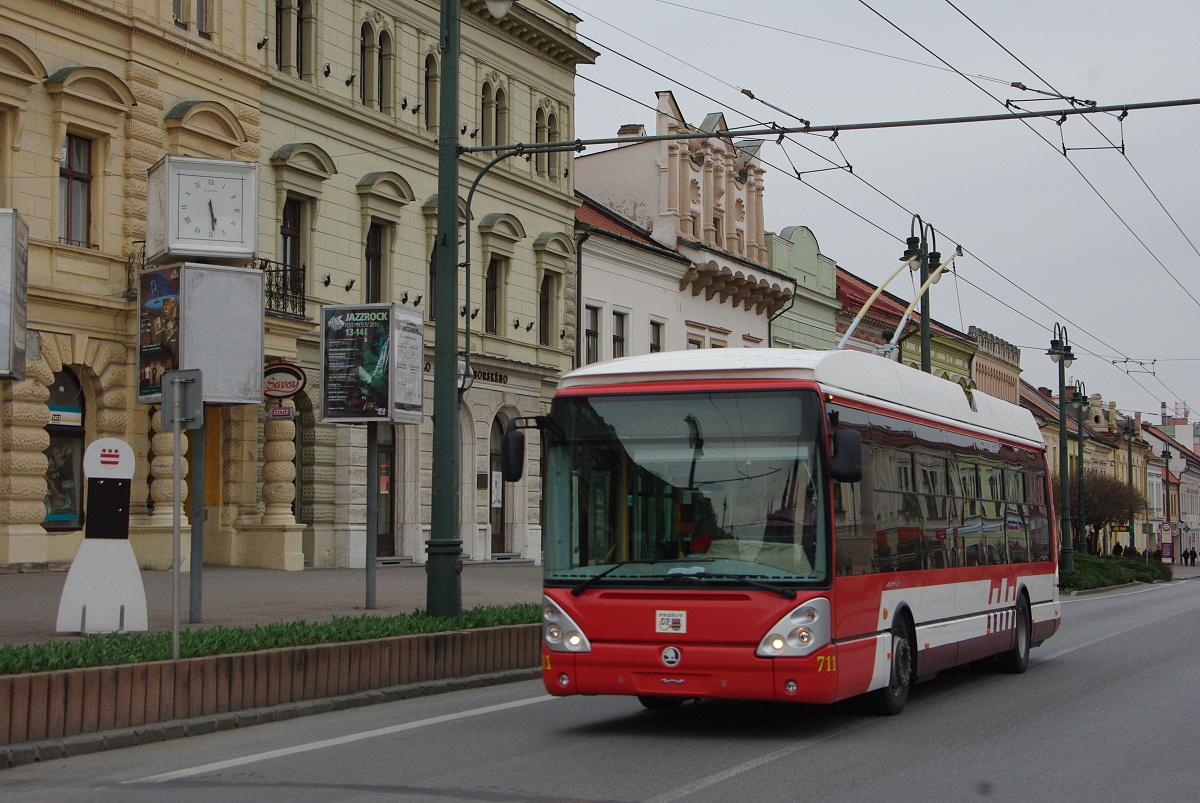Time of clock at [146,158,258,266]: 5:29
